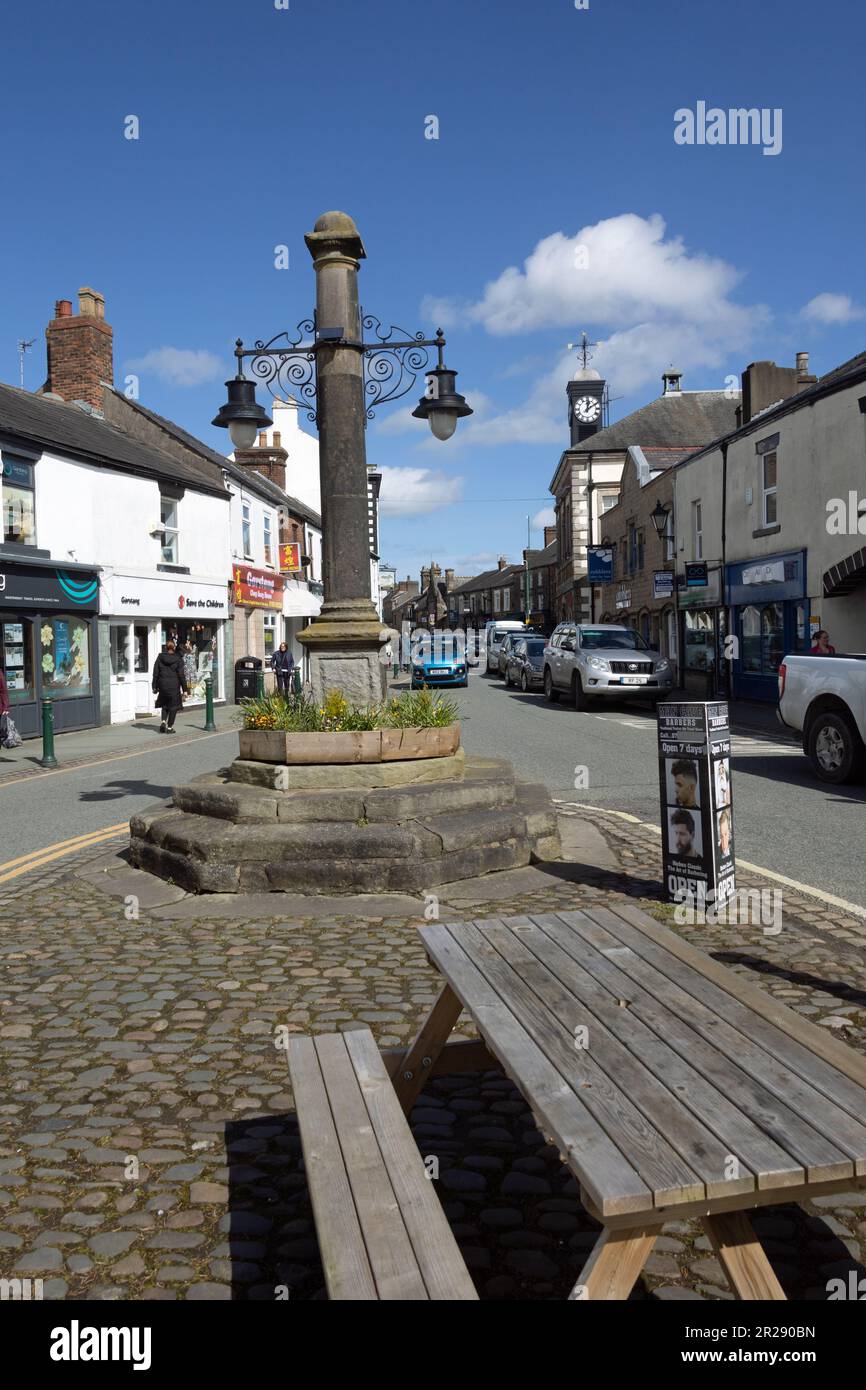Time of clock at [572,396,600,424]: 12:09
